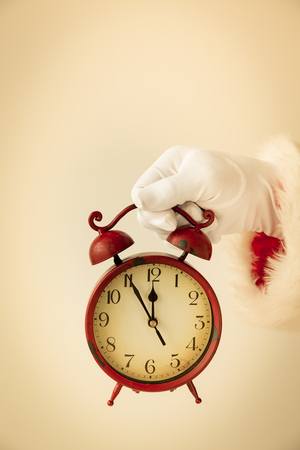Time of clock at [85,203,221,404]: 11:55
